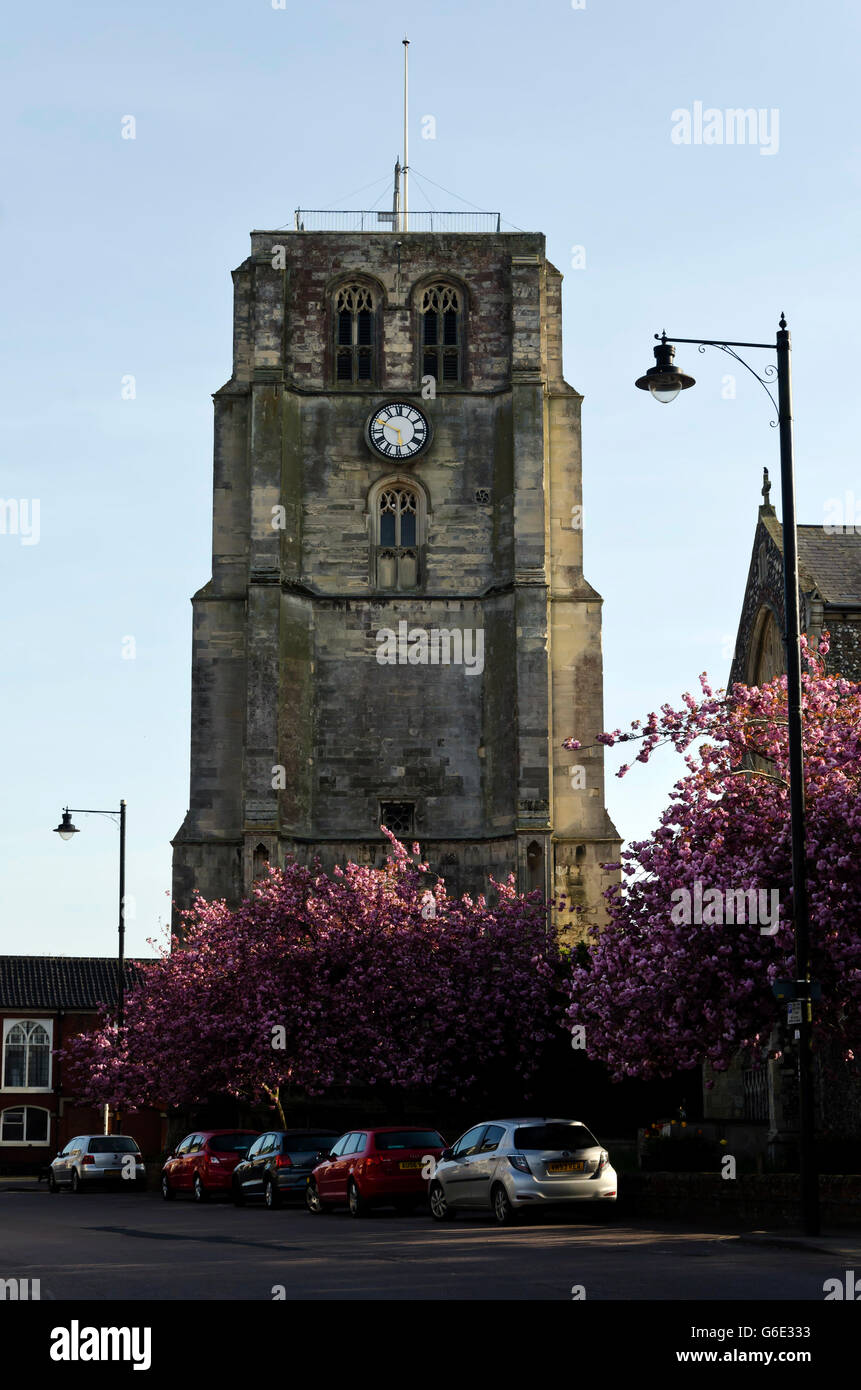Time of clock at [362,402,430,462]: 5:49
